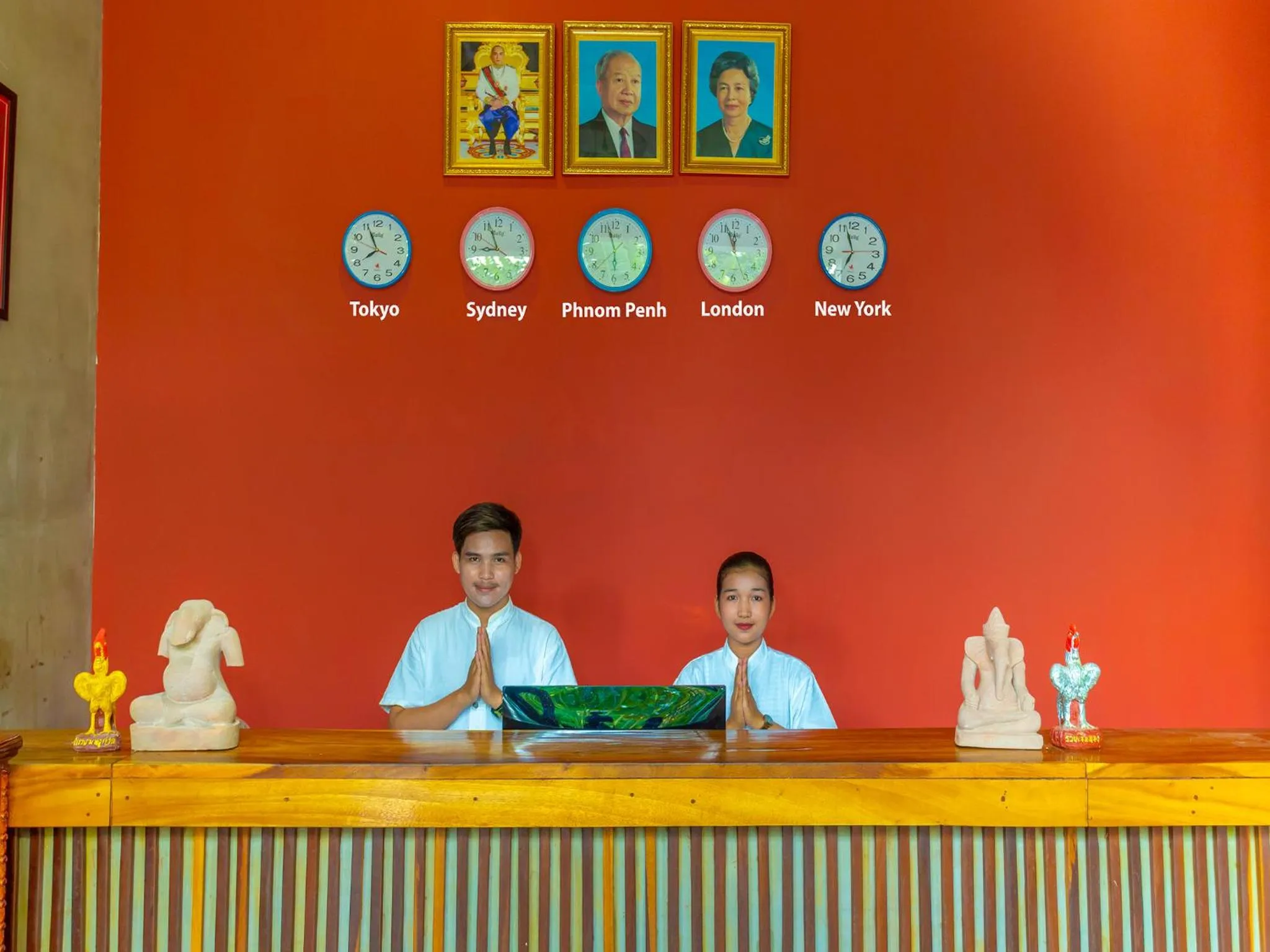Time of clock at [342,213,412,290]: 7:55
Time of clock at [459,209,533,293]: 8:56
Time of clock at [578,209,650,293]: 5:57
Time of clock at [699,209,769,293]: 11:56
